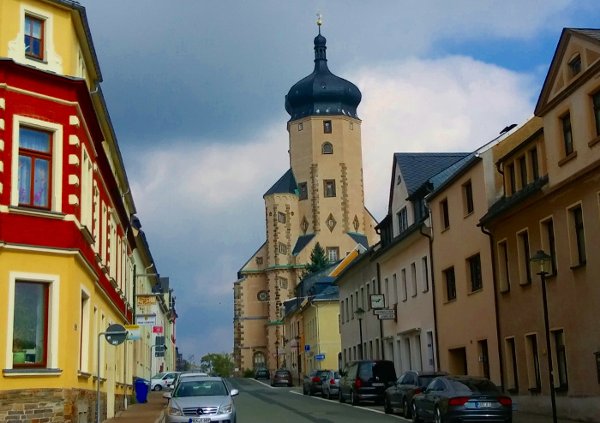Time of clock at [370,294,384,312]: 1:46
